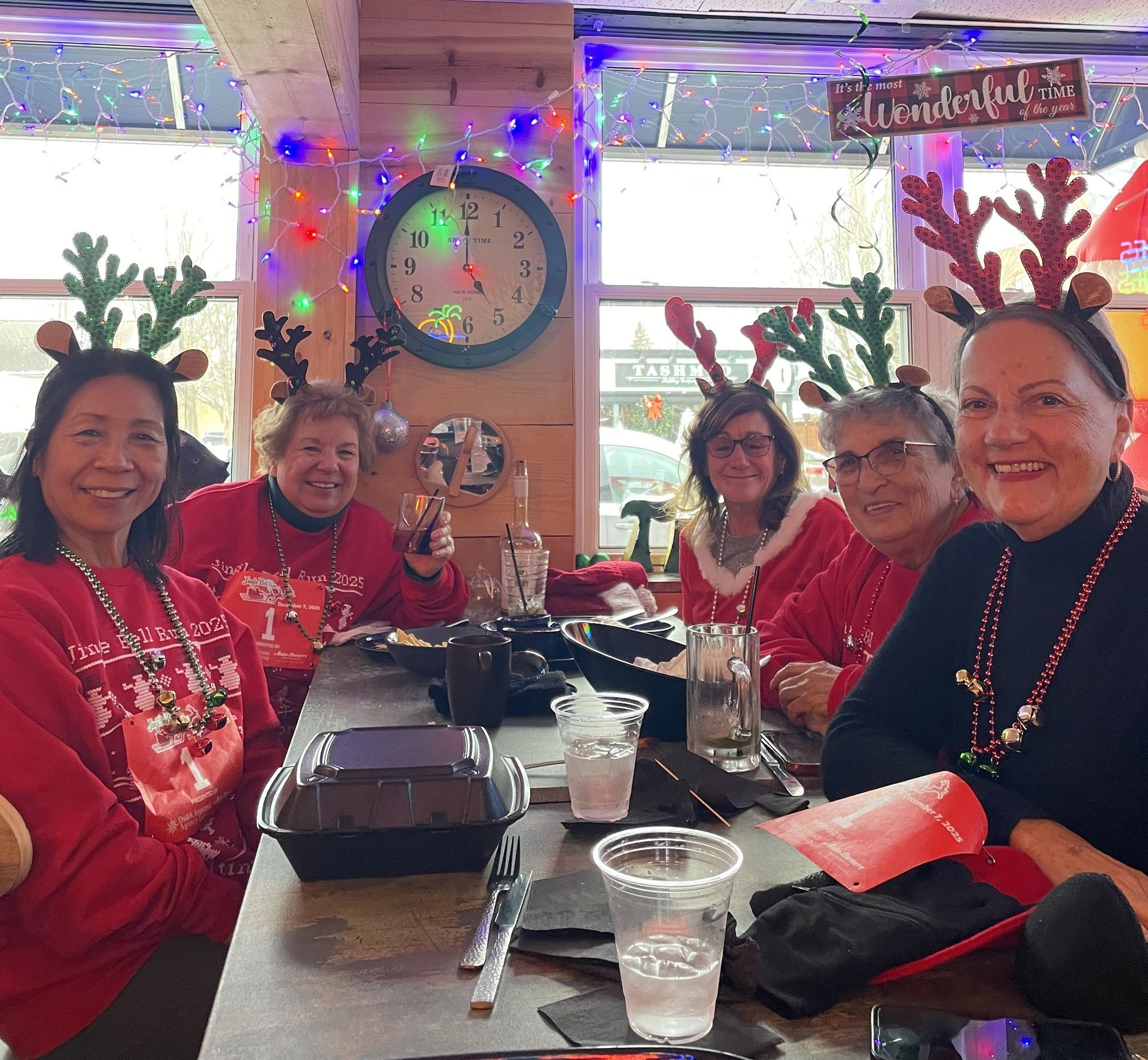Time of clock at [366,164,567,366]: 4:59
